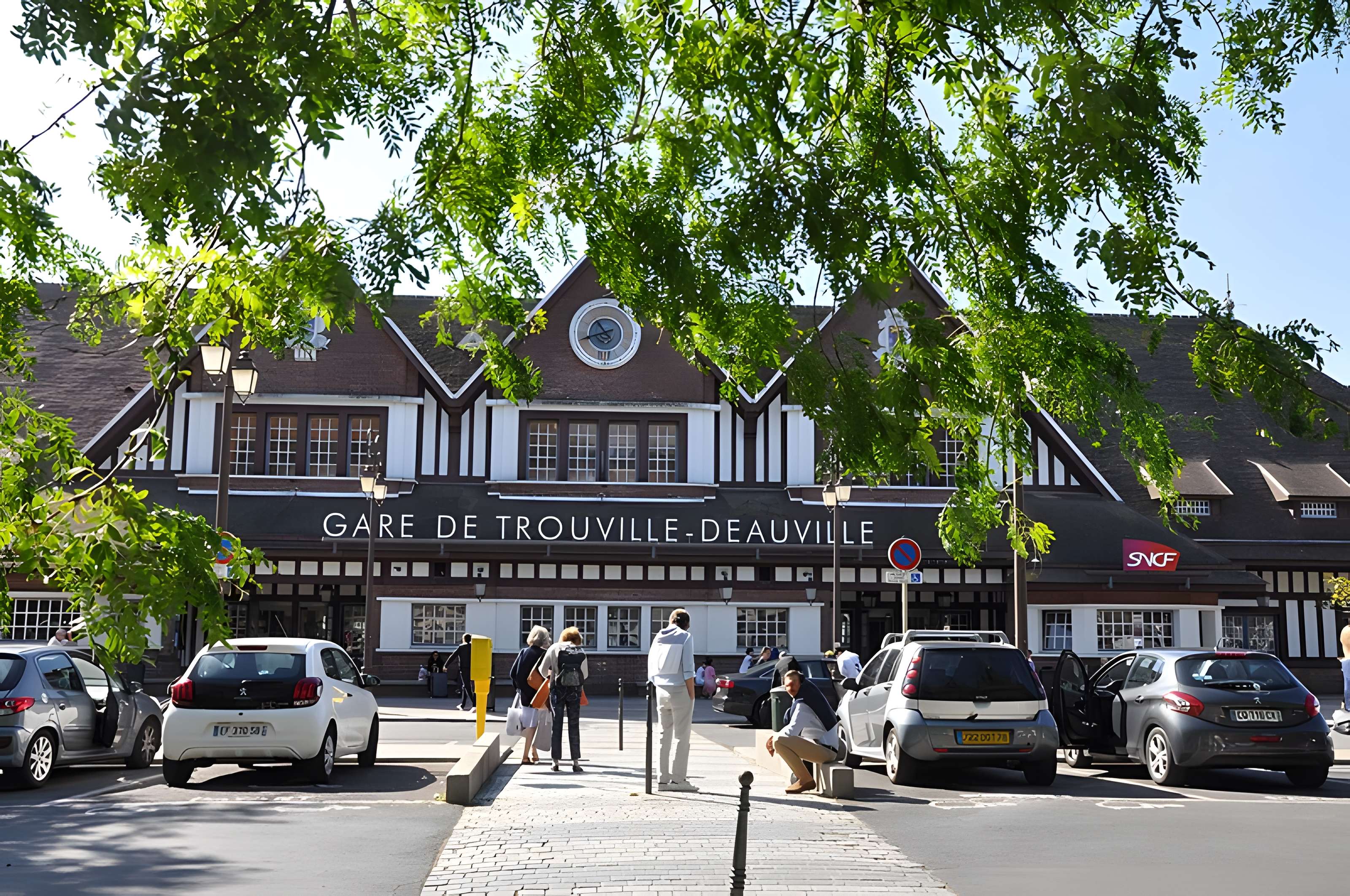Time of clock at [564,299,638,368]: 10:42
